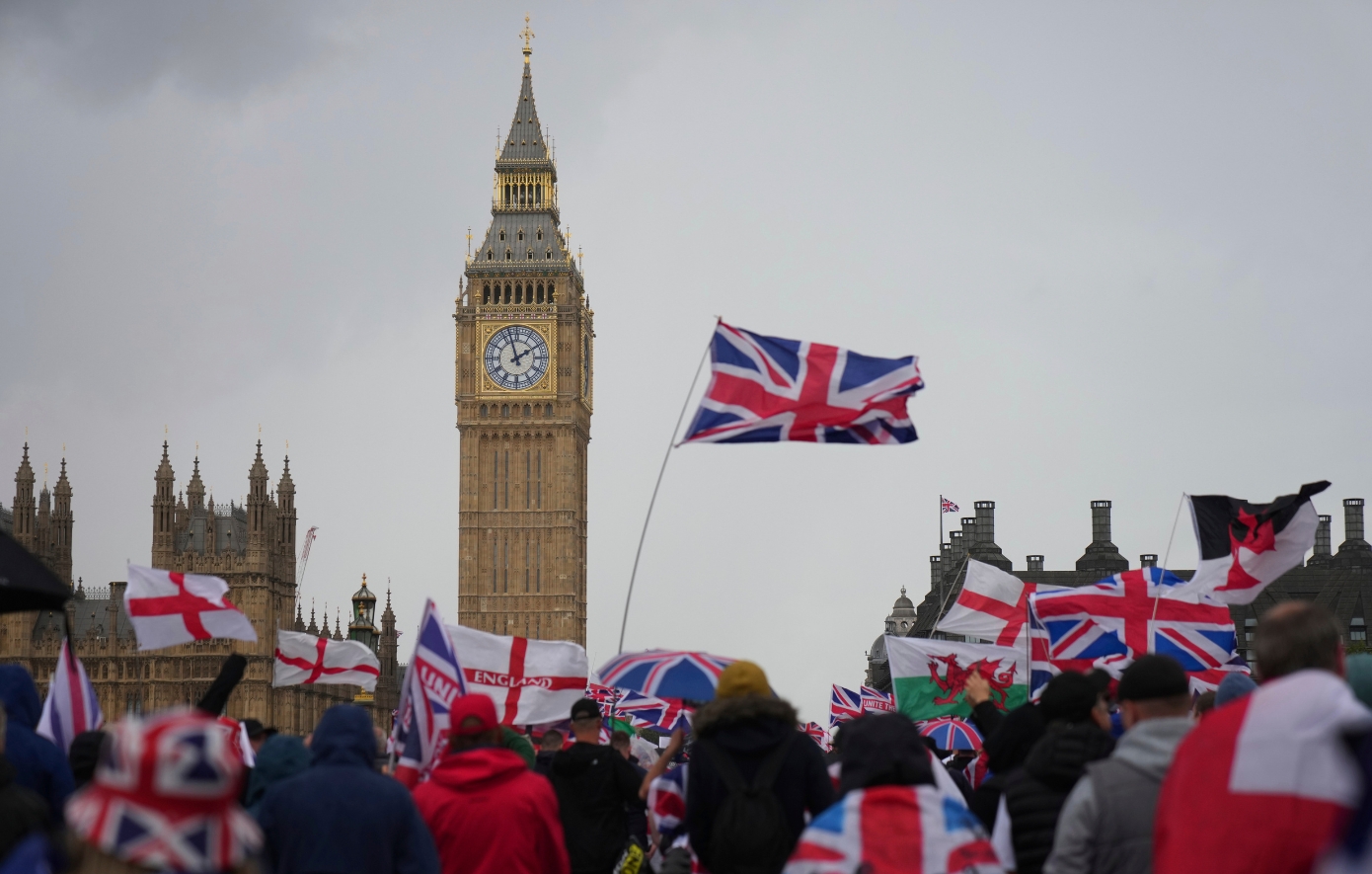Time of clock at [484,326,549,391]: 1:57
